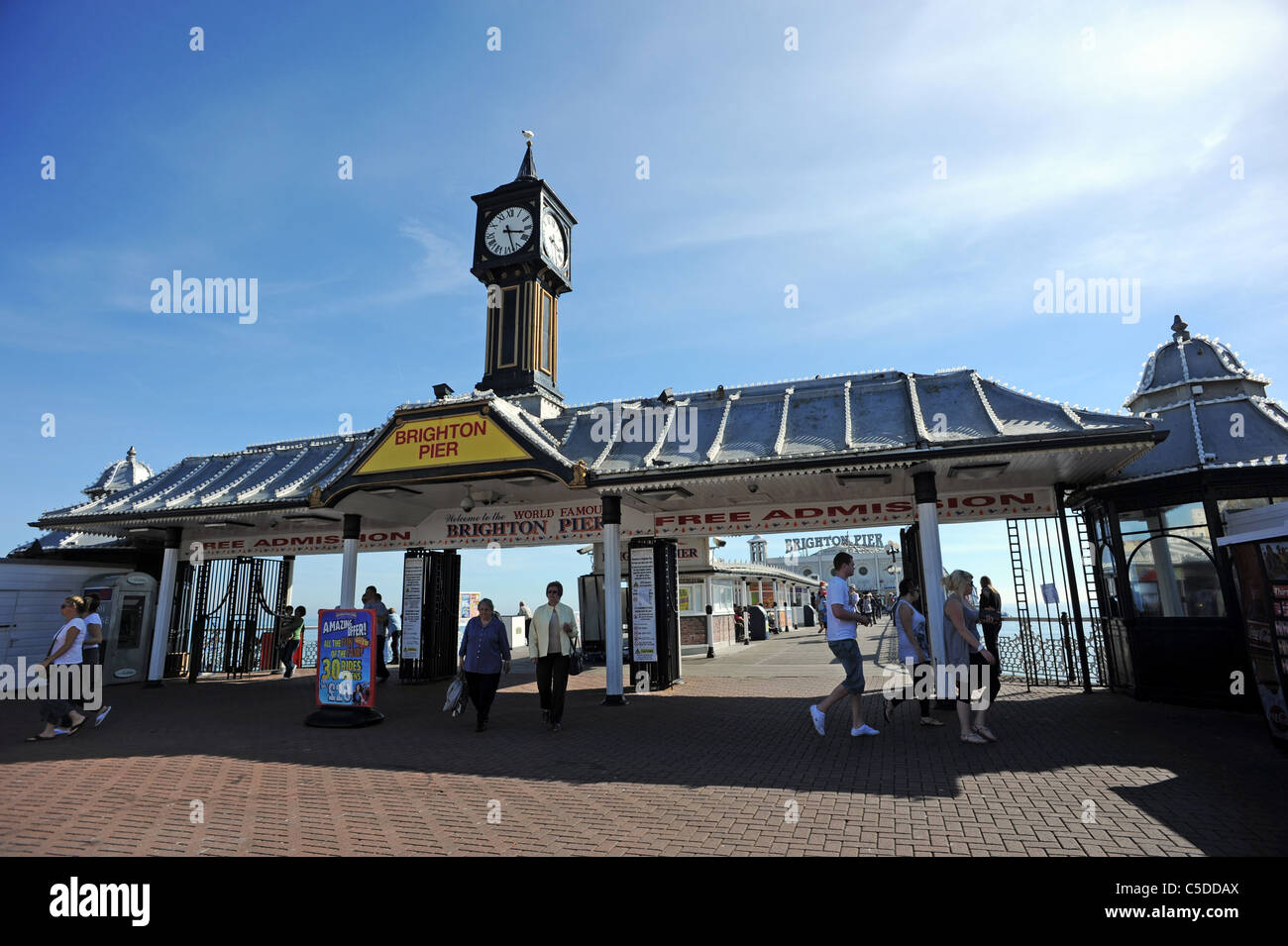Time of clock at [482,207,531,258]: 3:27
